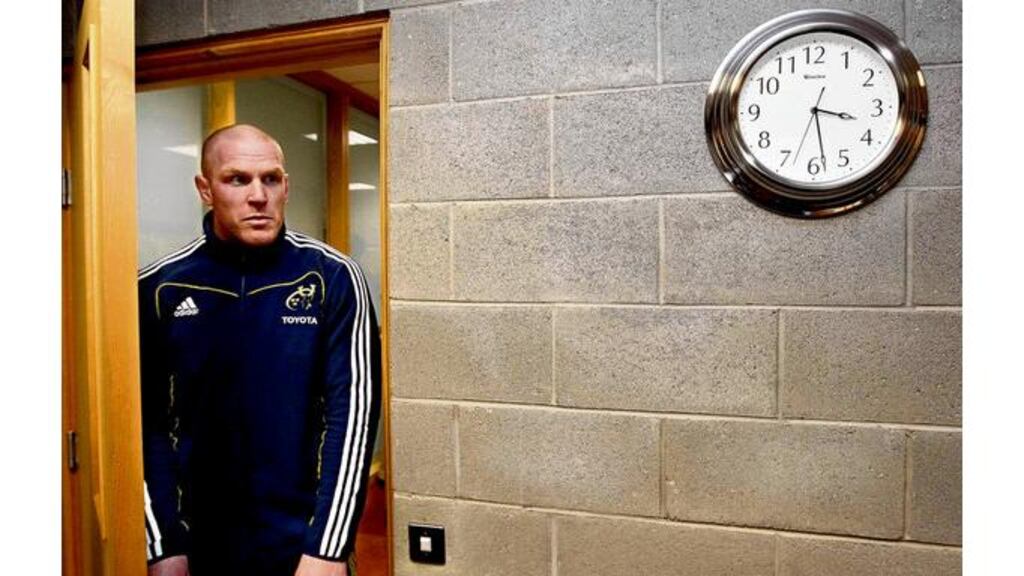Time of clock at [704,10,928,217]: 3:28
